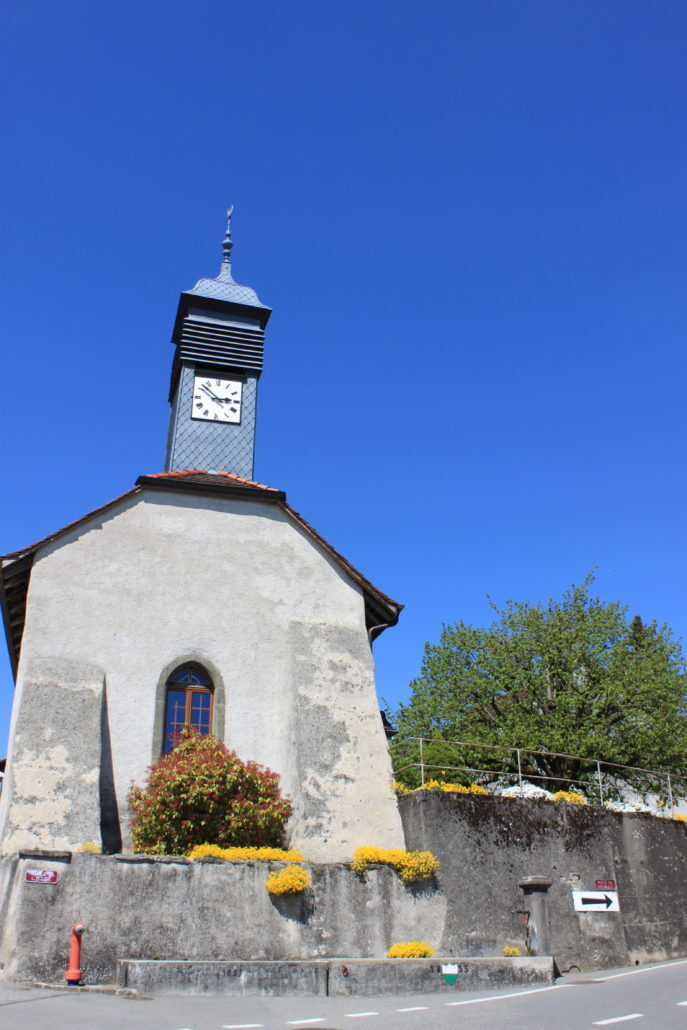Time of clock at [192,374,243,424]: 2:52
